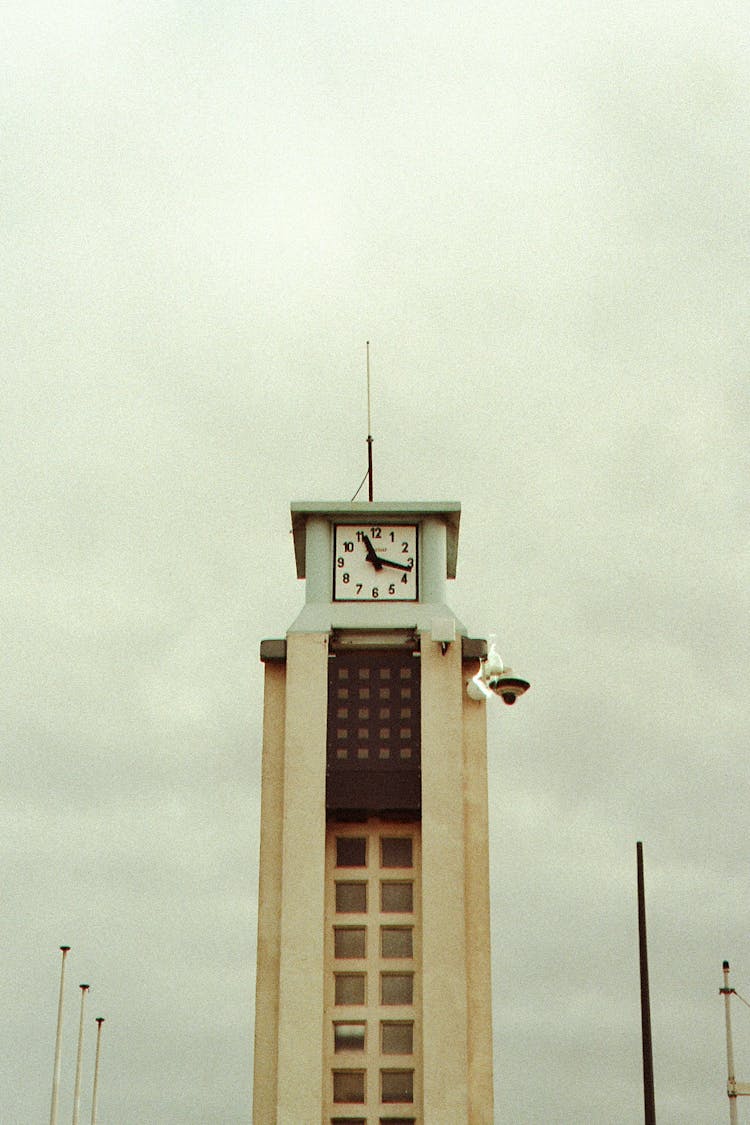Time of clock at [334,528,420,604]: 11:17
